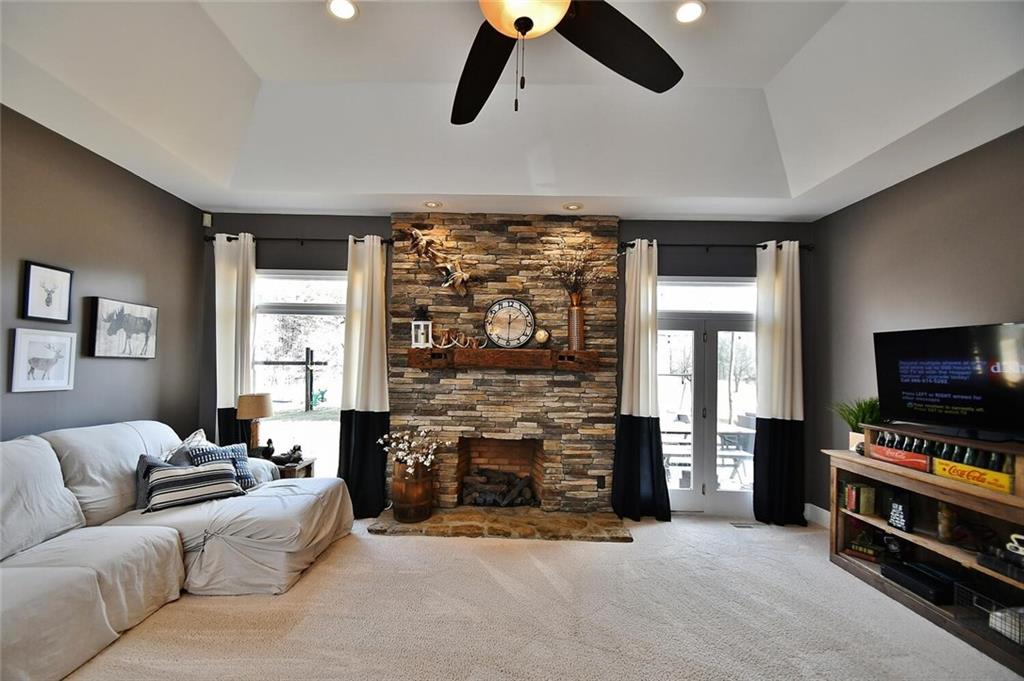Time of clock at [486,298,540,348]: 1:30
